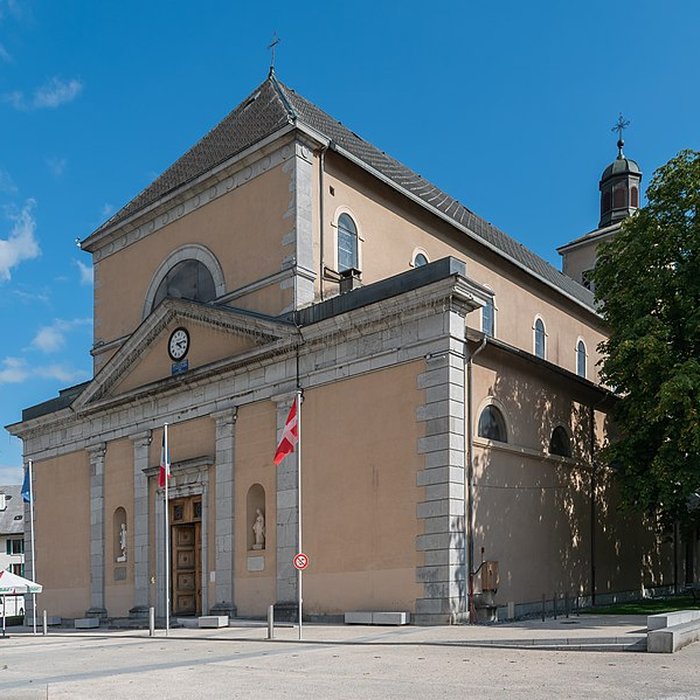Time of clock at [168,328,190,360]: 4:13
